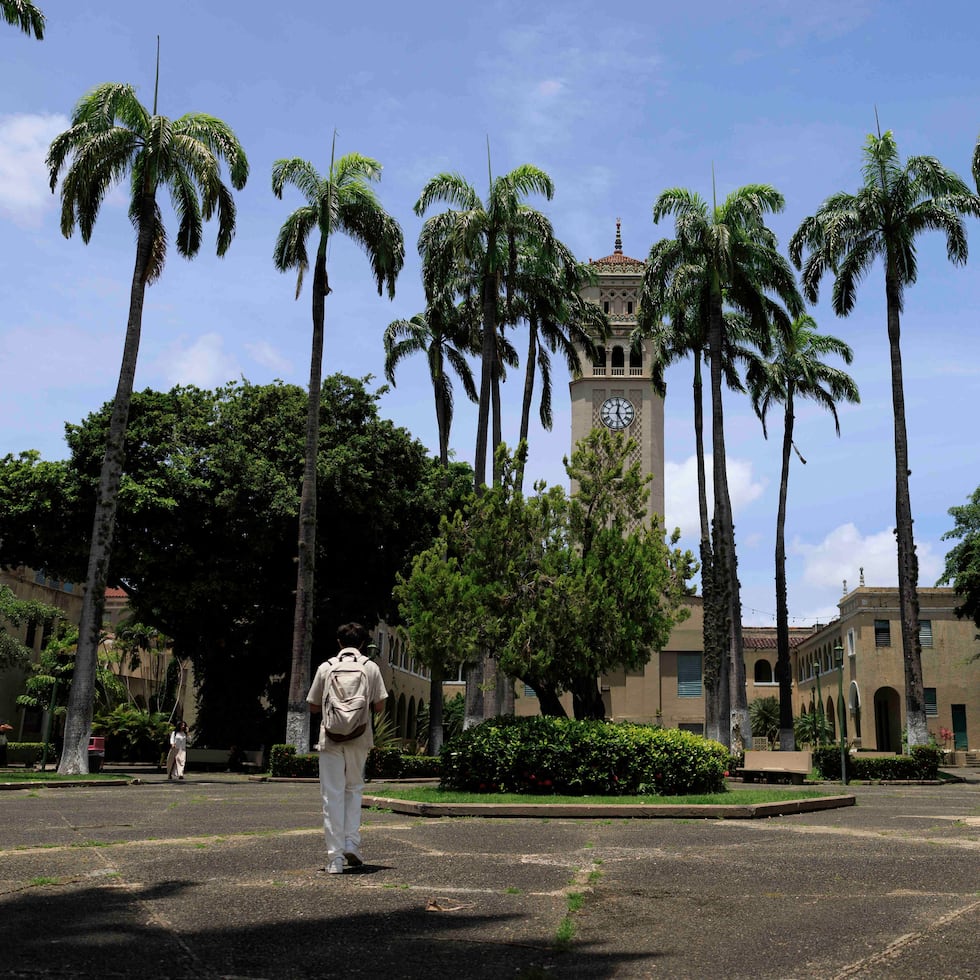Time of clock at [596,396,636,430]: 12:24
